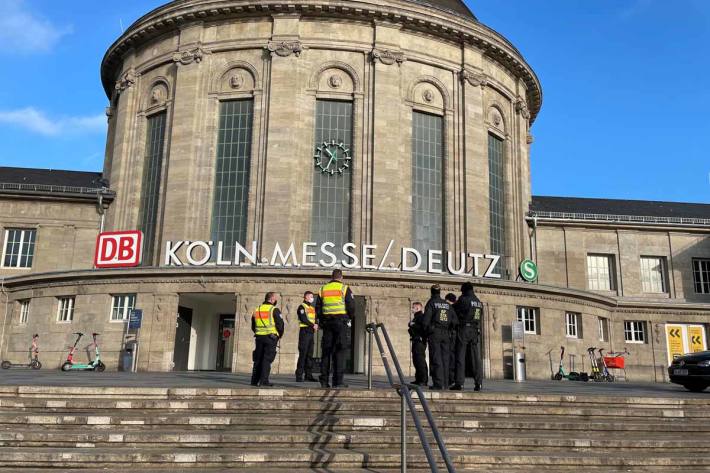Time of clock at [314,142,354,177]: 10:34
